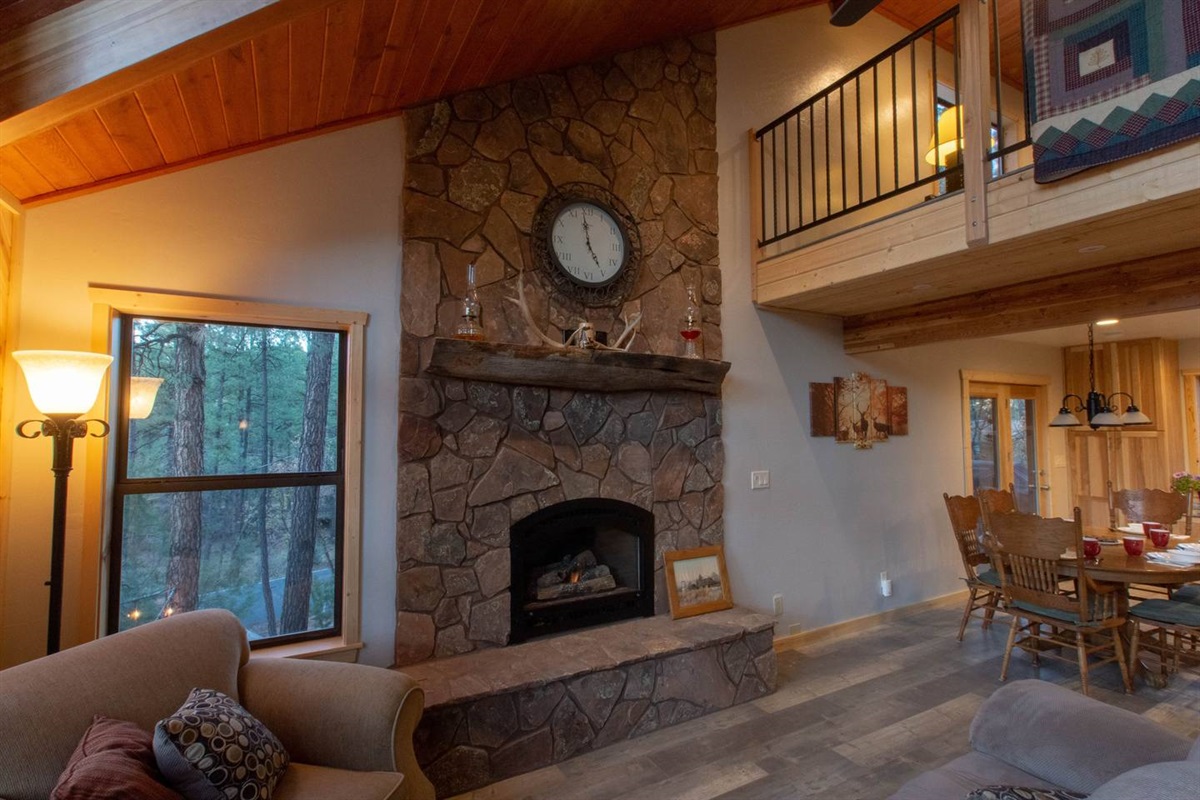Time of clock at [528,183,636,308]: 4:59
